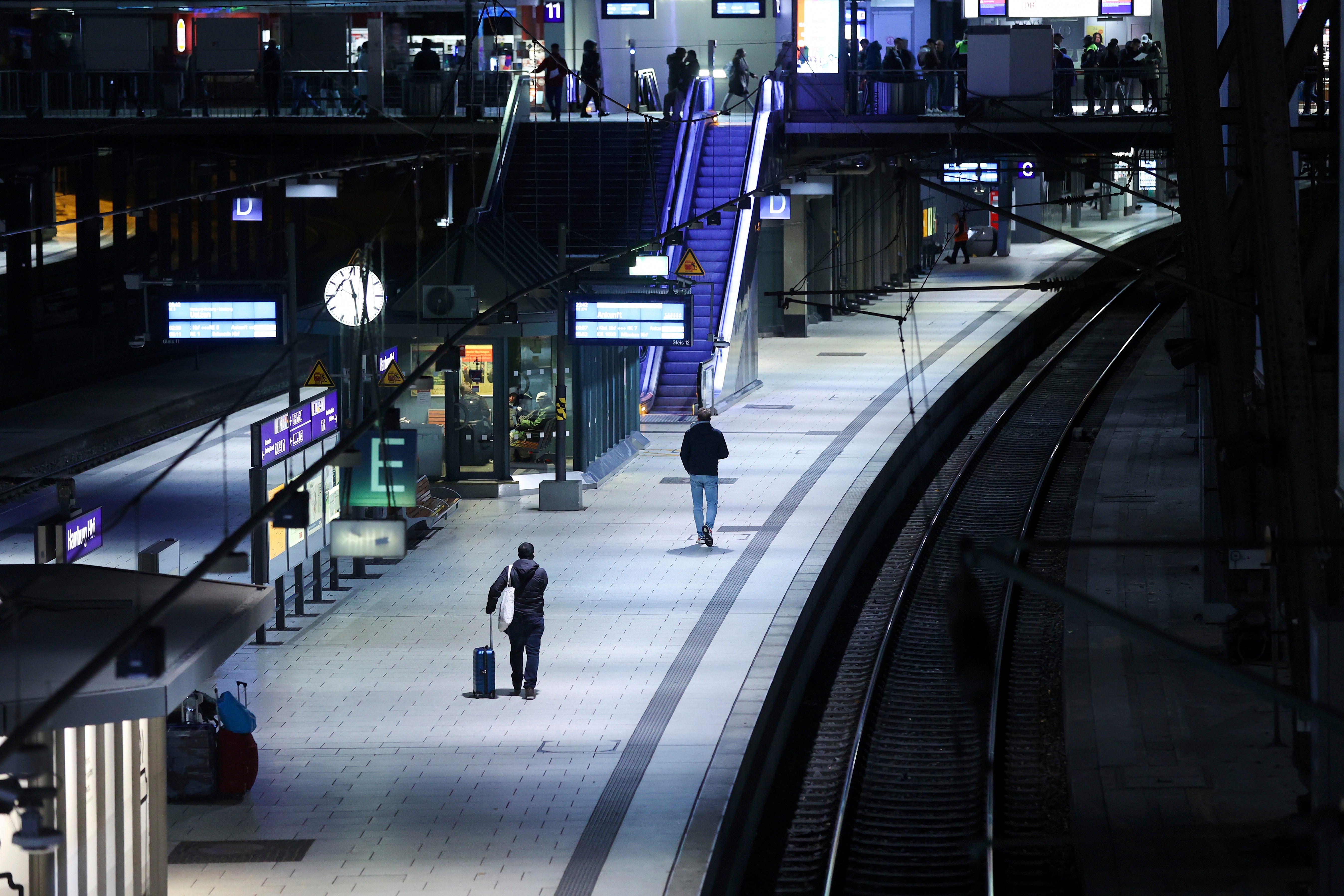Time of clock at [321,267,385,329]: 11:28
